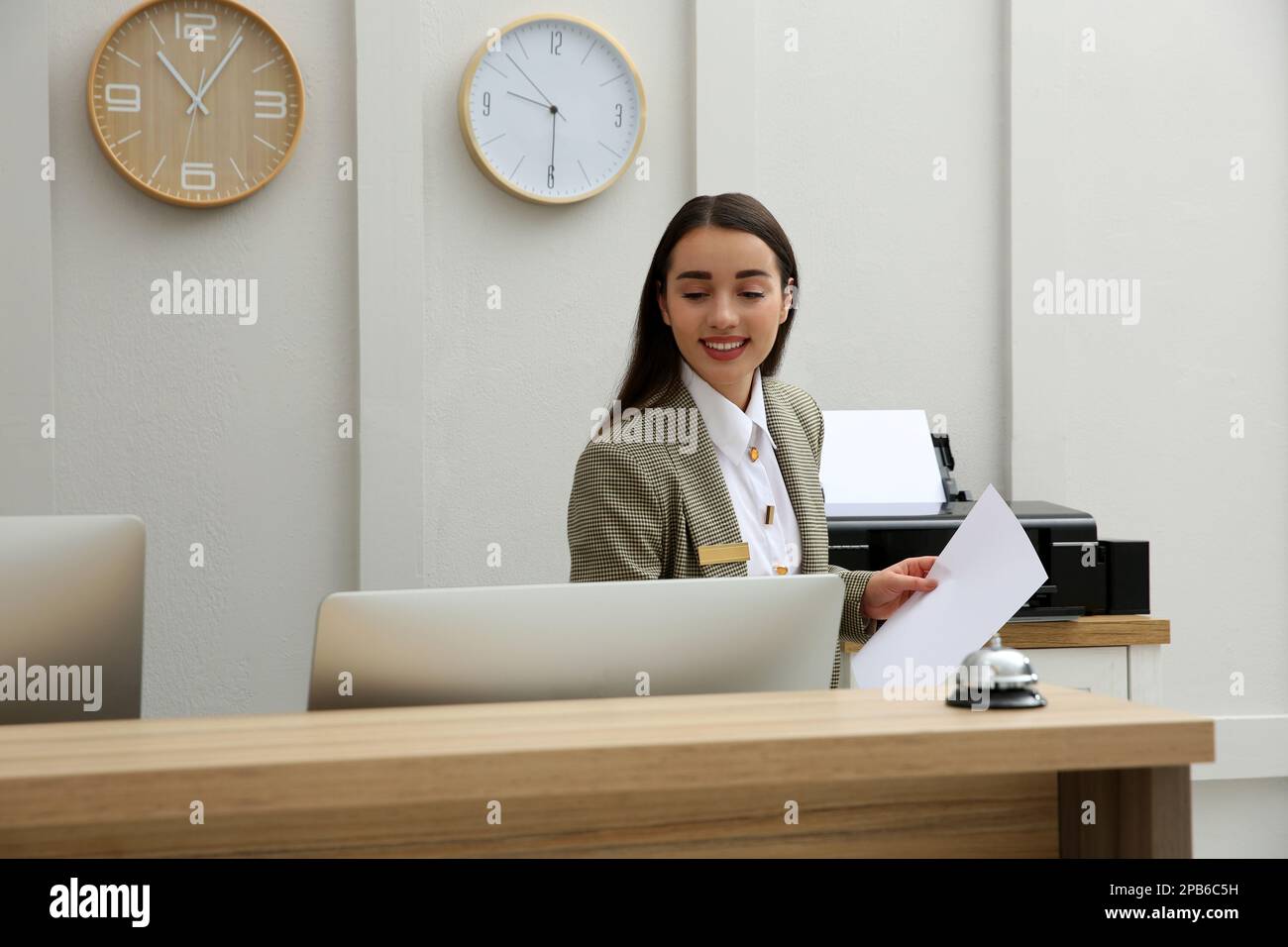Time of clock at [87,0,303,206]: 11:05
